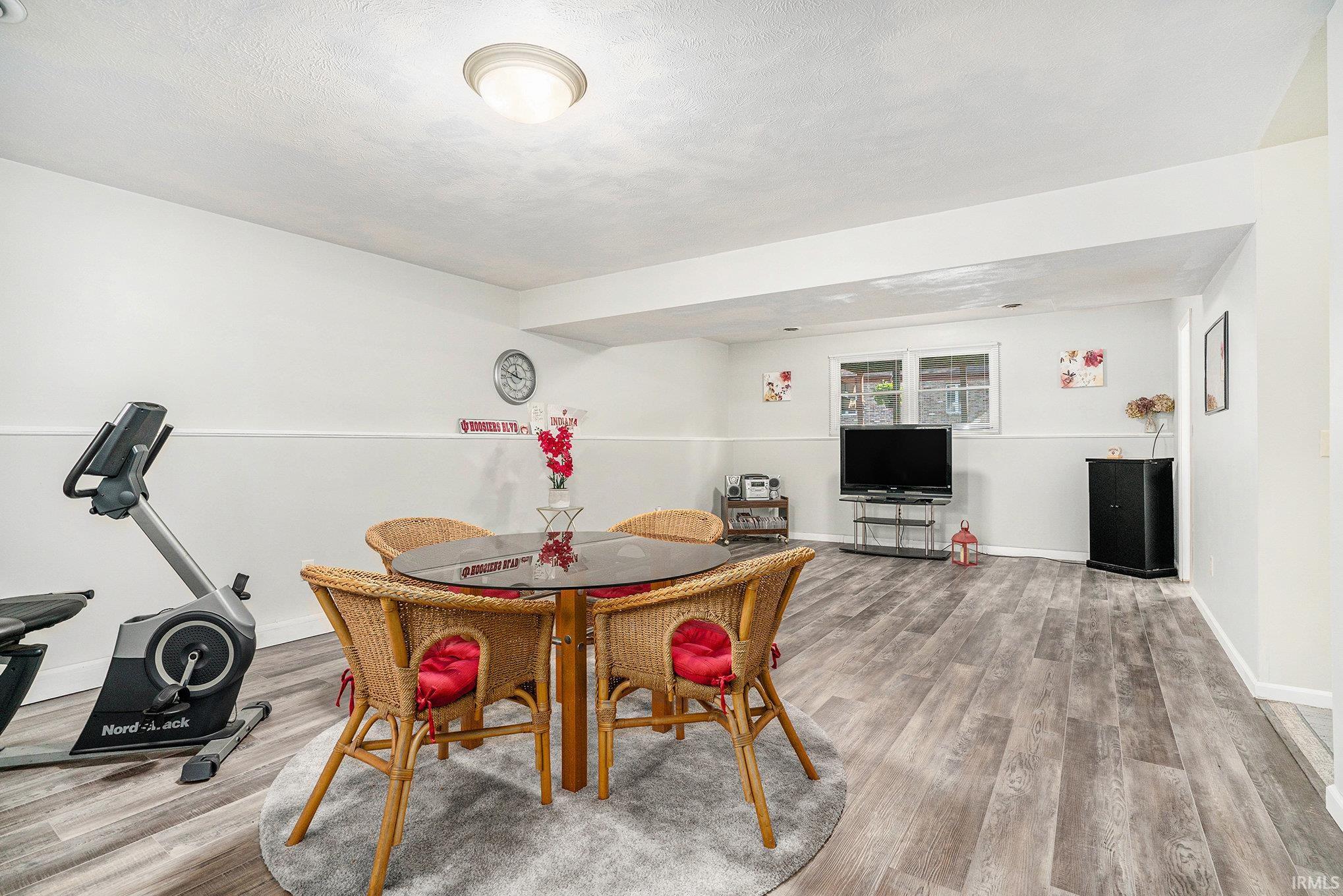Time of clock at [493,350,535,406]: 11:48
